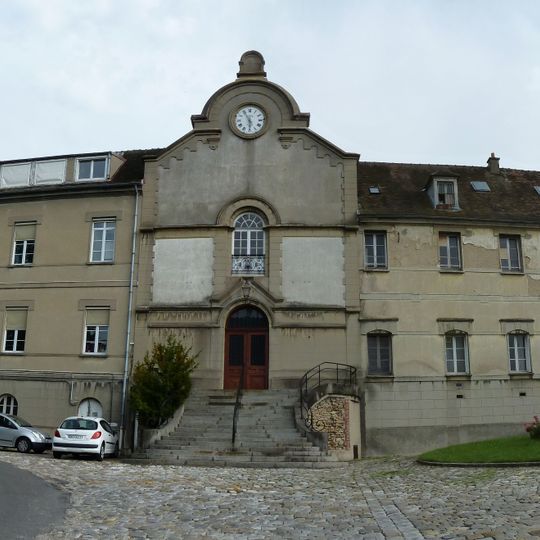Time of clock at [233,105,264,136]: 5:54
